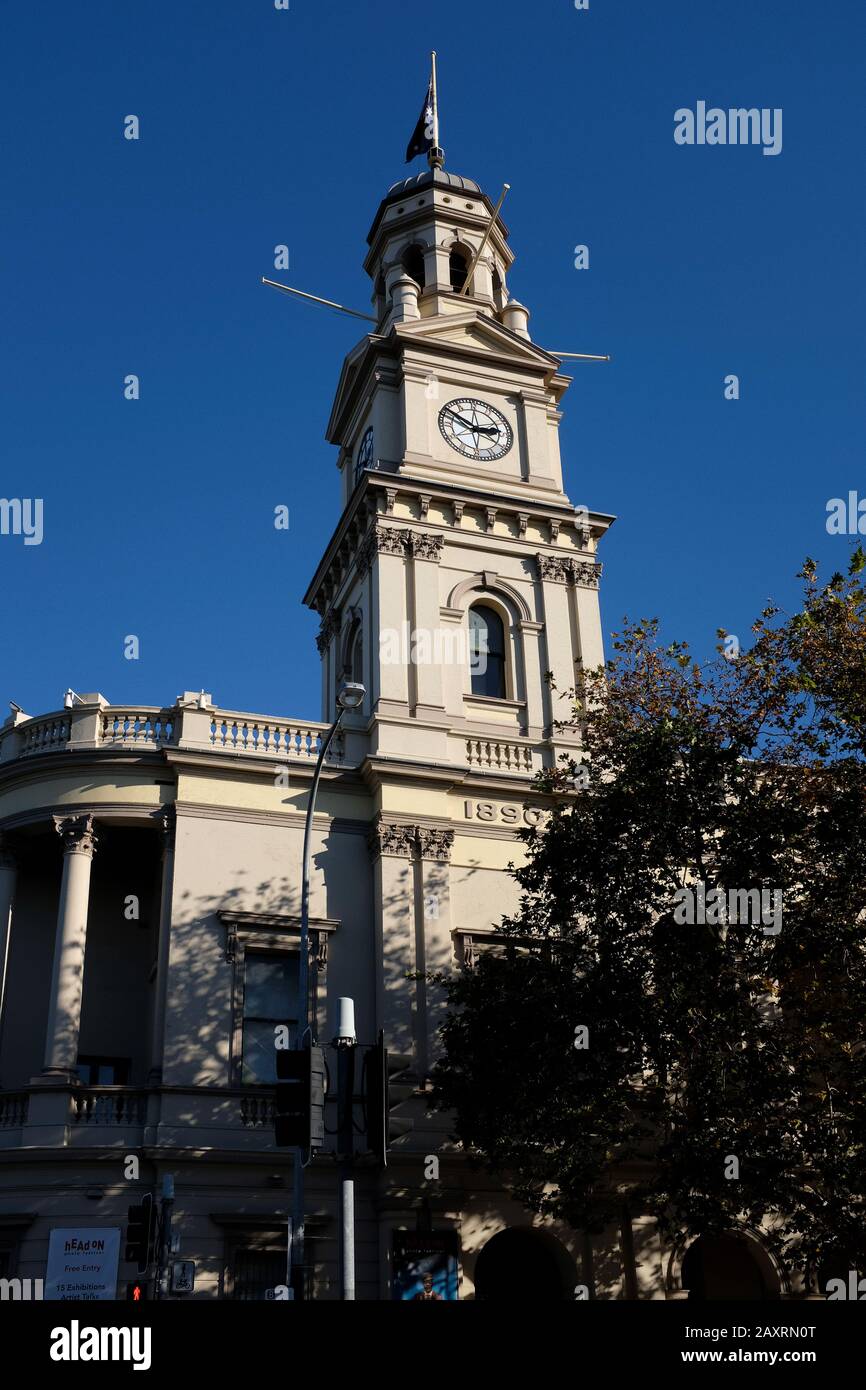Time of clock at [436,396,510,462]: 2:50
